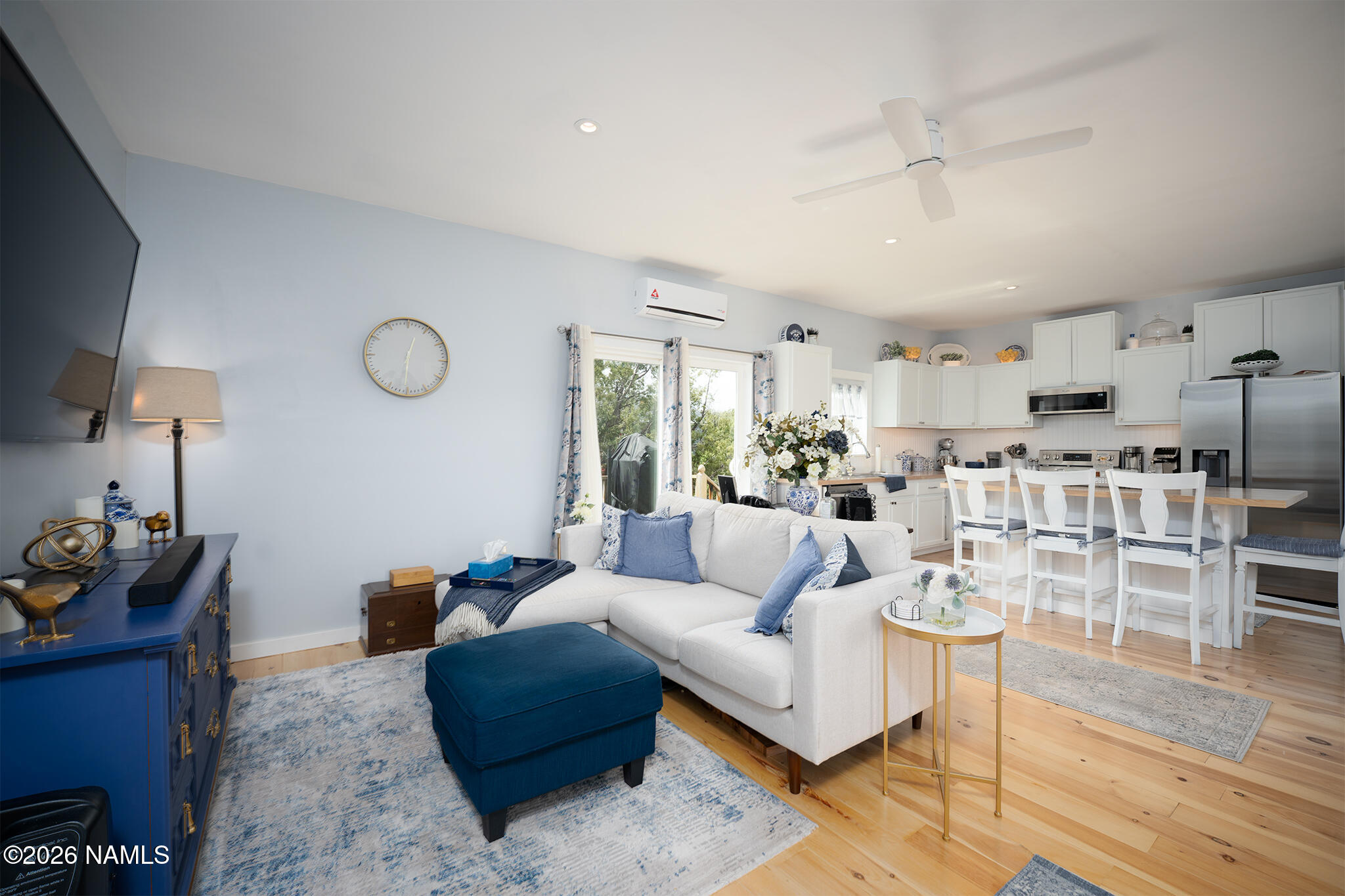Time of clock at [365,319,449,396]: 12:30
